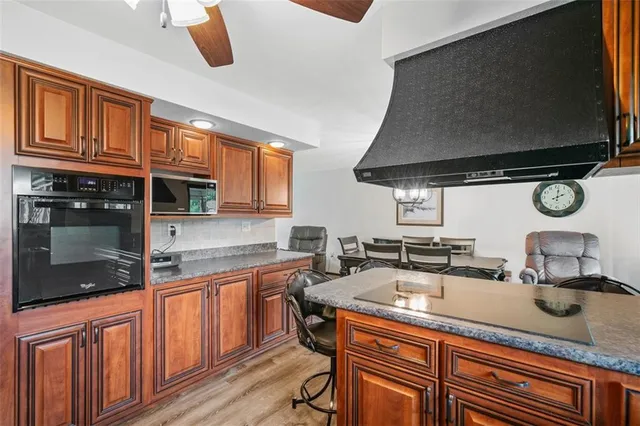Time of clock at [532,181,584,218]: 2:01
